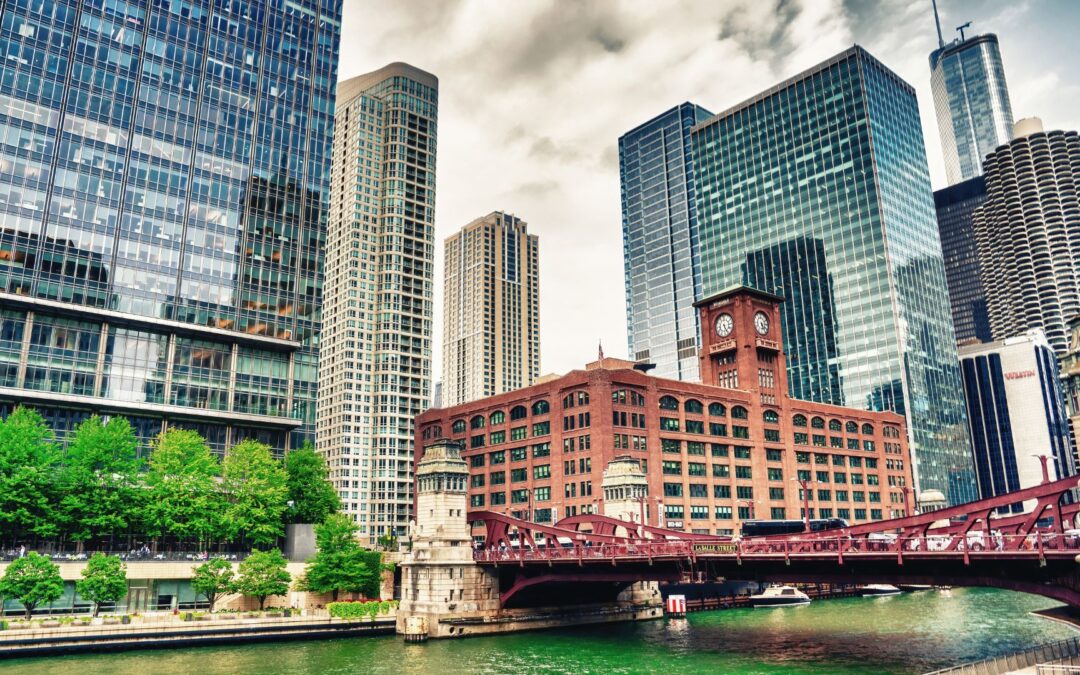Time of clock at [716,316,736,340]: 5:26
